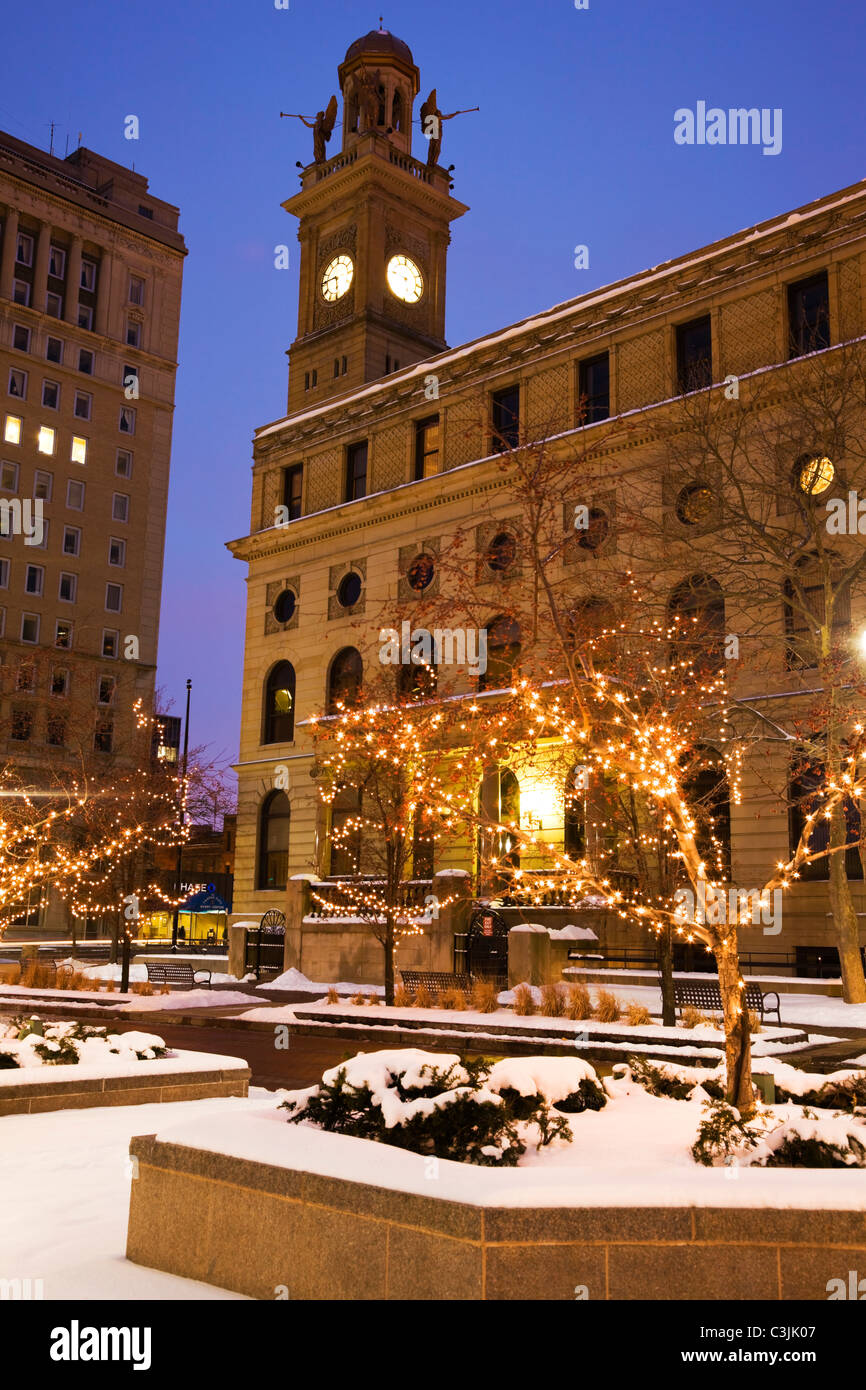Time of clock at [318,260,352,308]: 5:45
